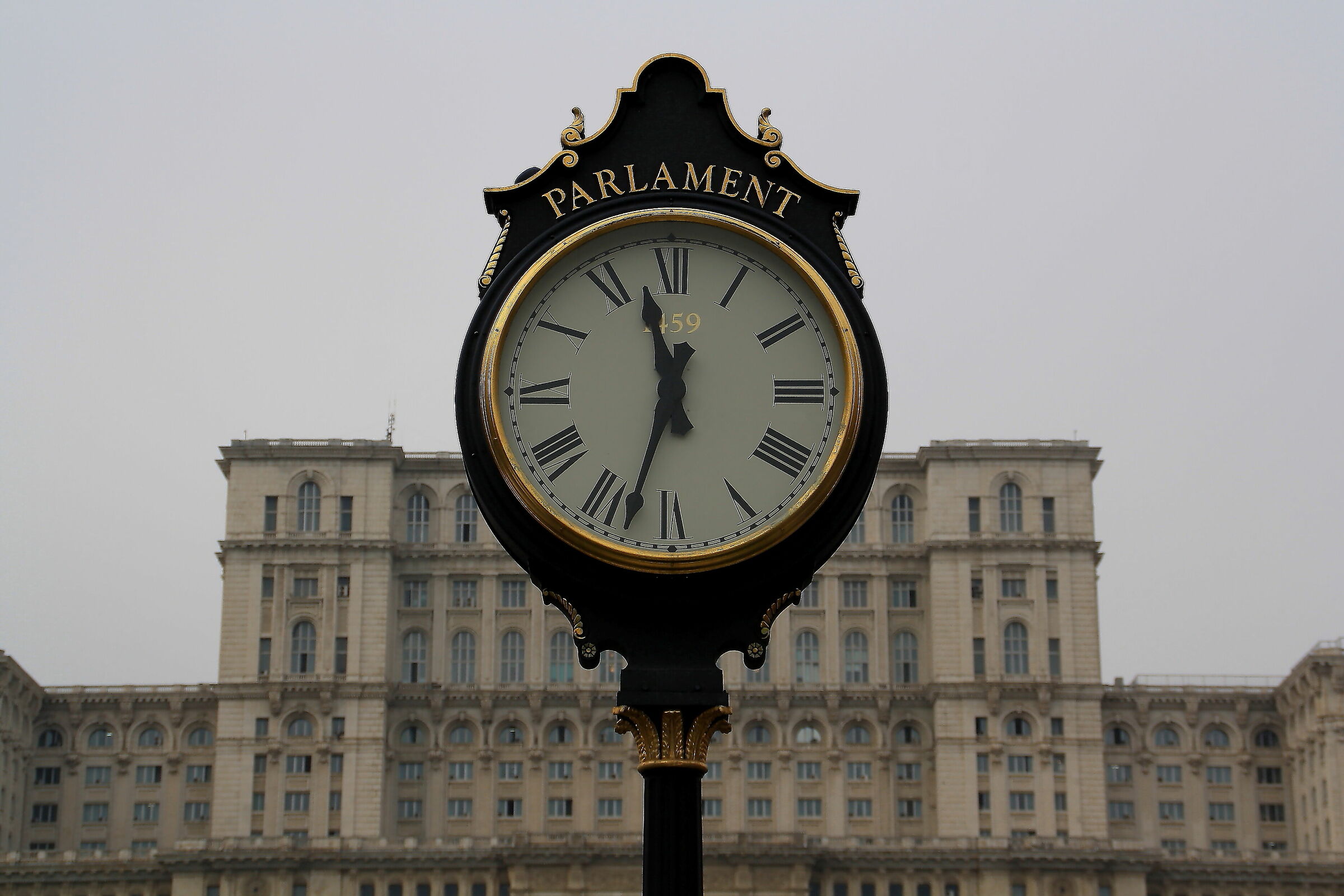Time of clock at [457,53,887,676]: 11:33
